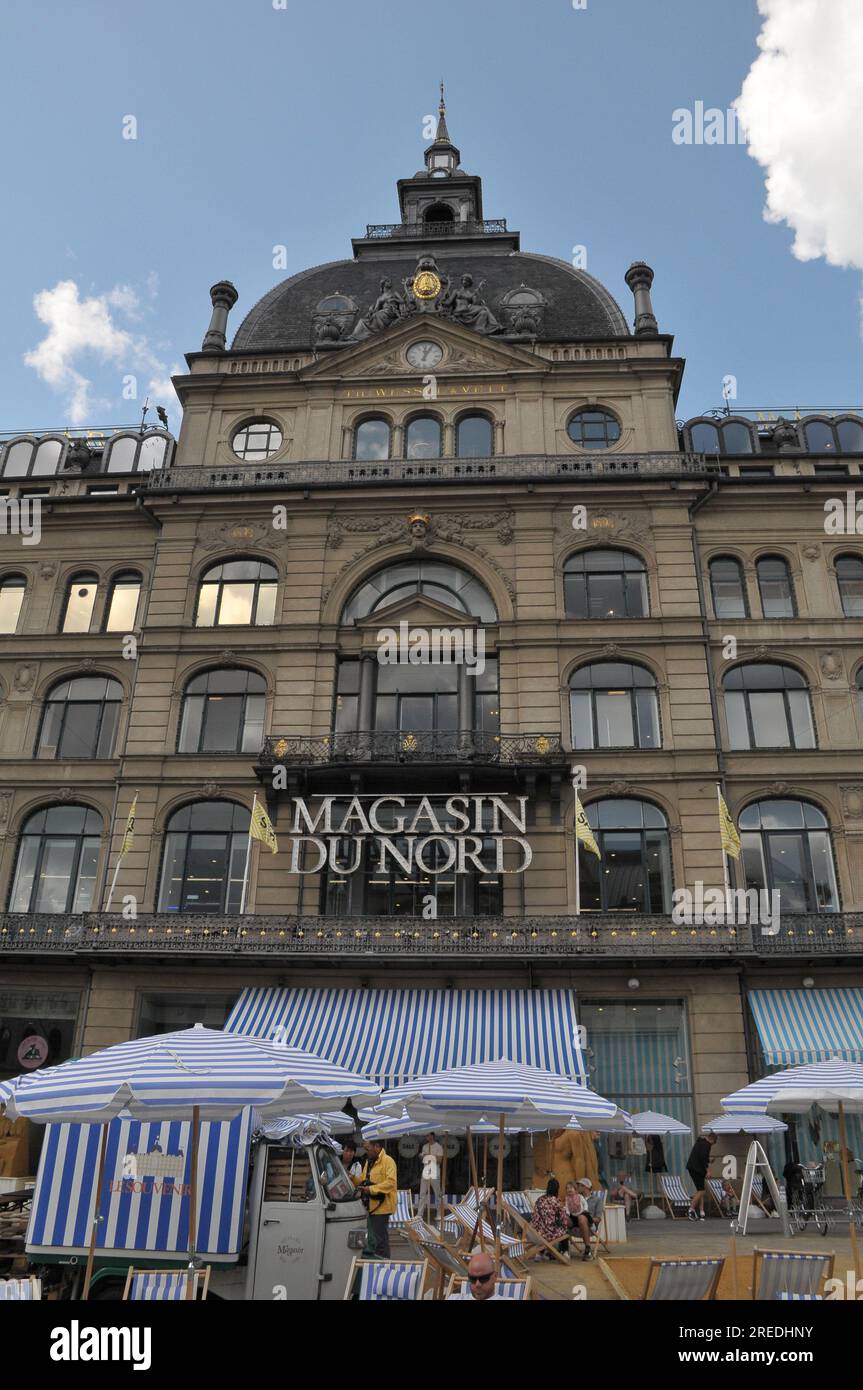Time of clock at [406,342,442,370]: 12:04
